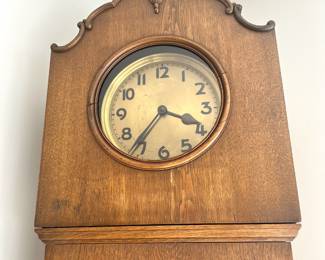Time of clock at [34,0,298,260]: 3:36
